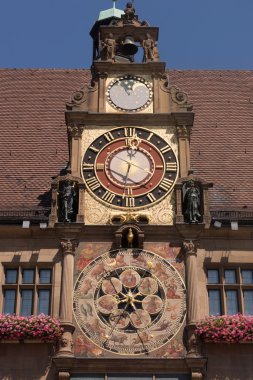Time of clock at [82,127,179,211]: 12:32
